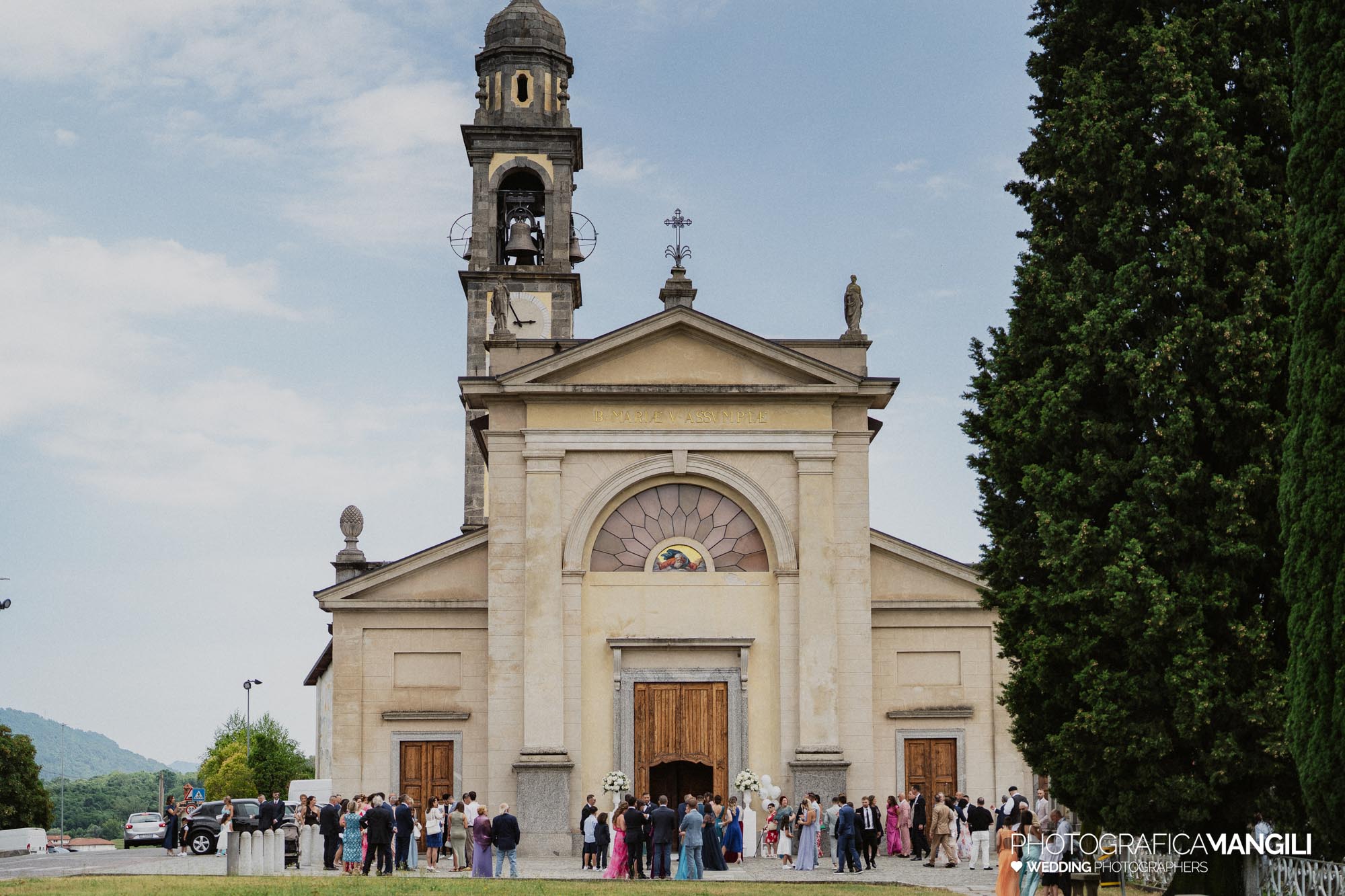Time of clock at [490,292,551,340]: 2:54
